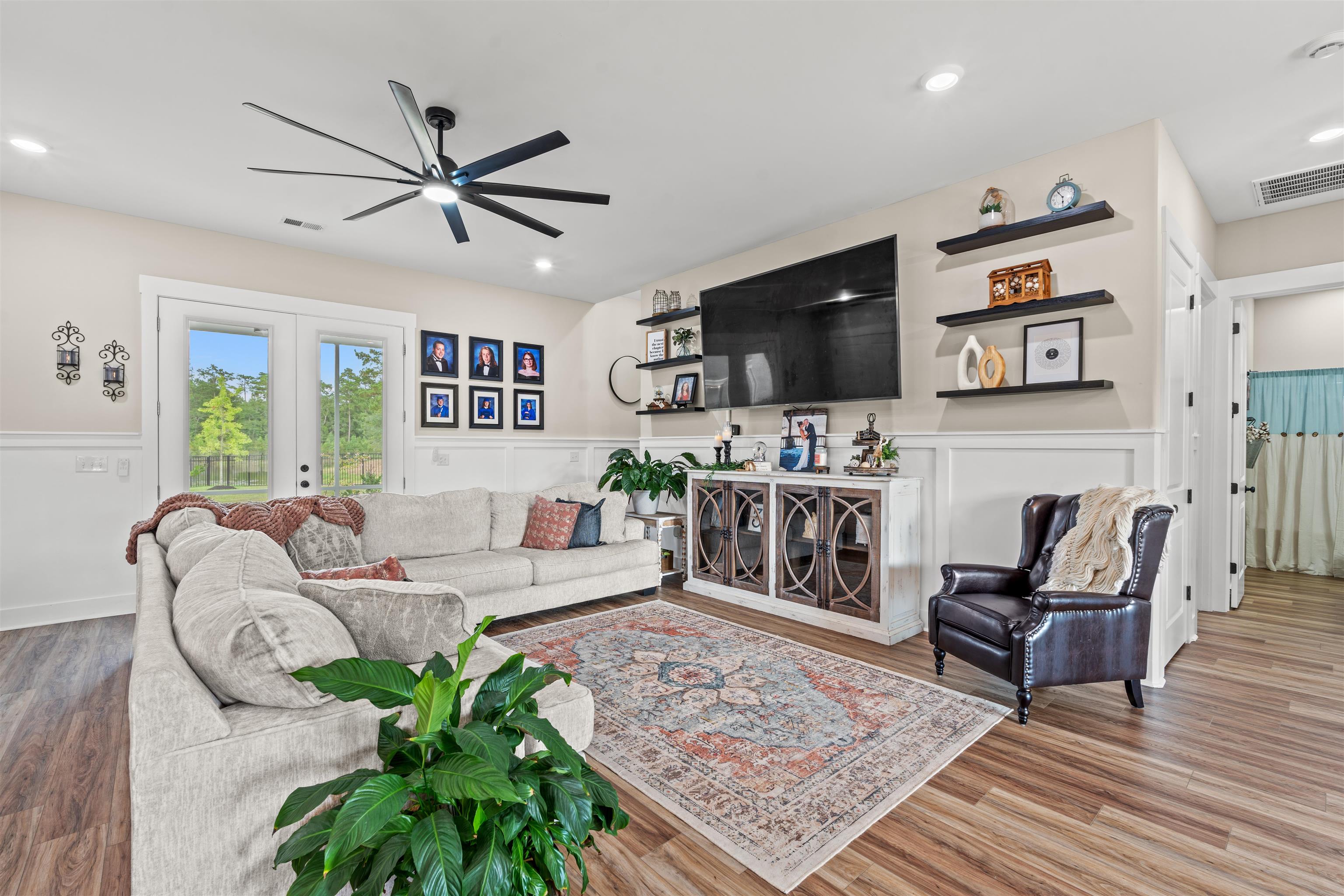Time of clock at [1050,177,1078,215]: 5:54
